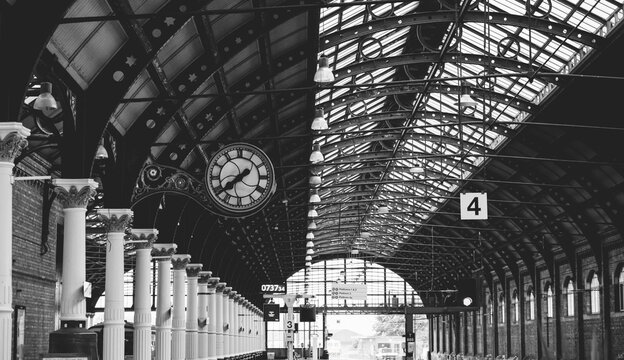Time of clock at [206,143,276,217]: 7:38
